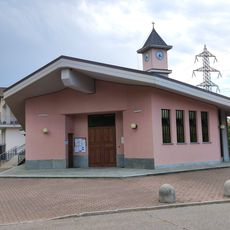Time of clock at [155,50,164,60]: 3:32
